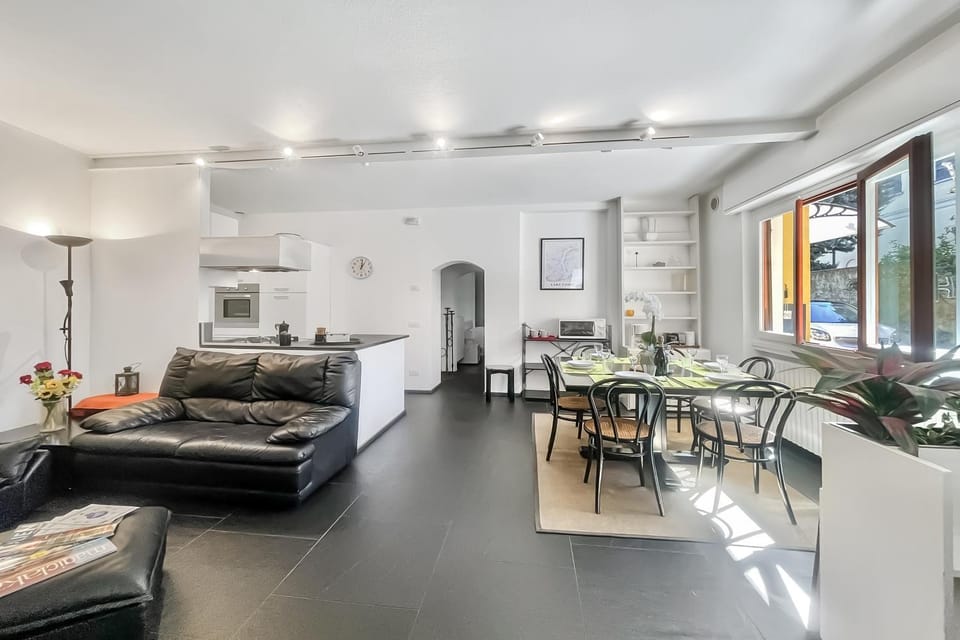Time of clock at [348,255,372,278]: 1:01
